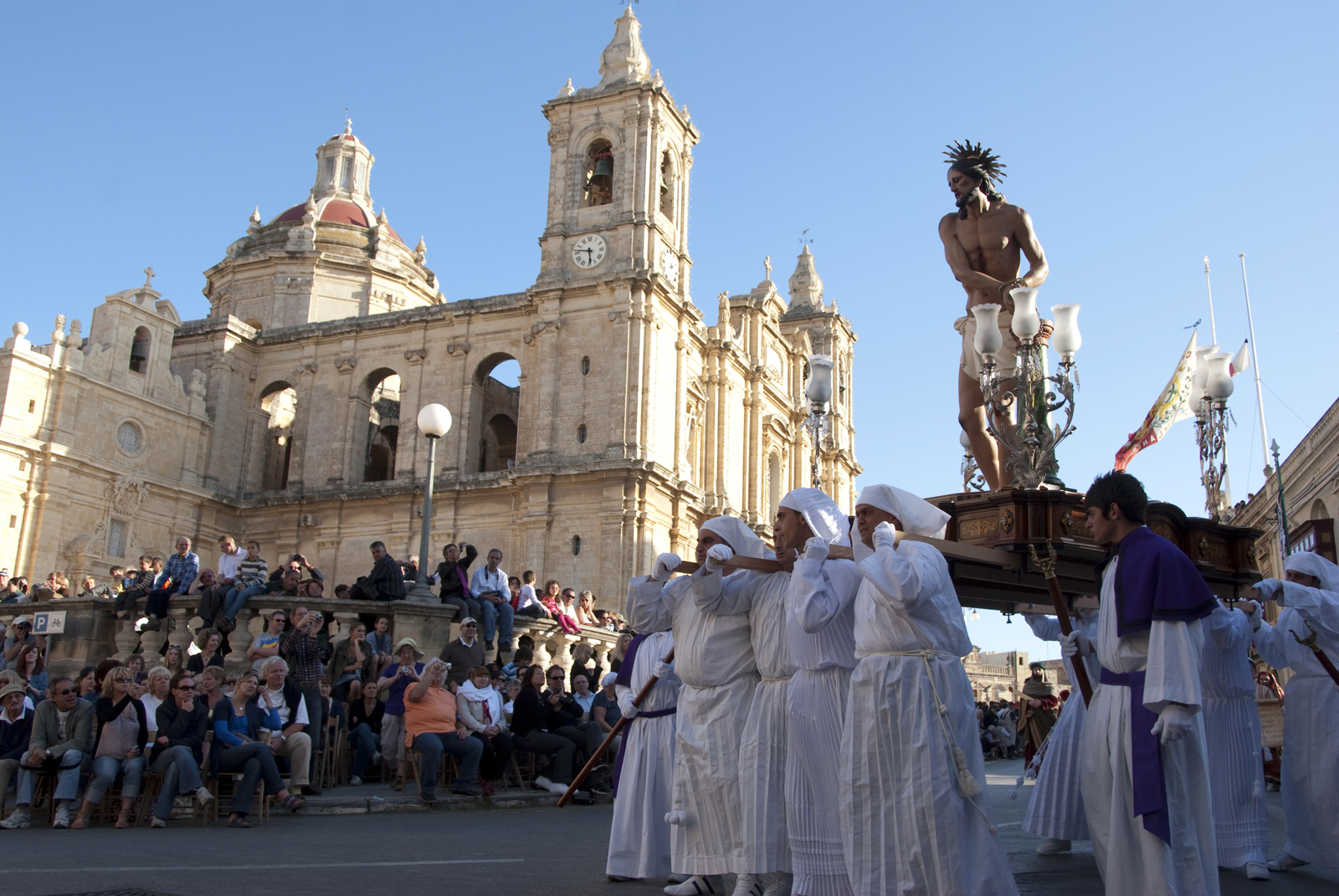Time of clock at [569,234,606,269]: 5:46
